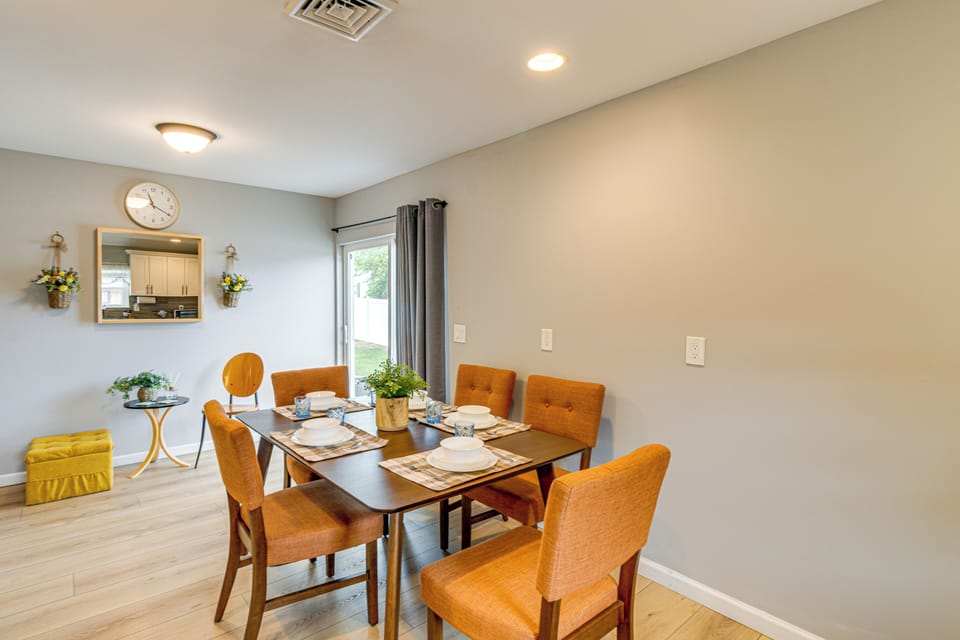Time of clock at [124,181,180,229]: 11:19
